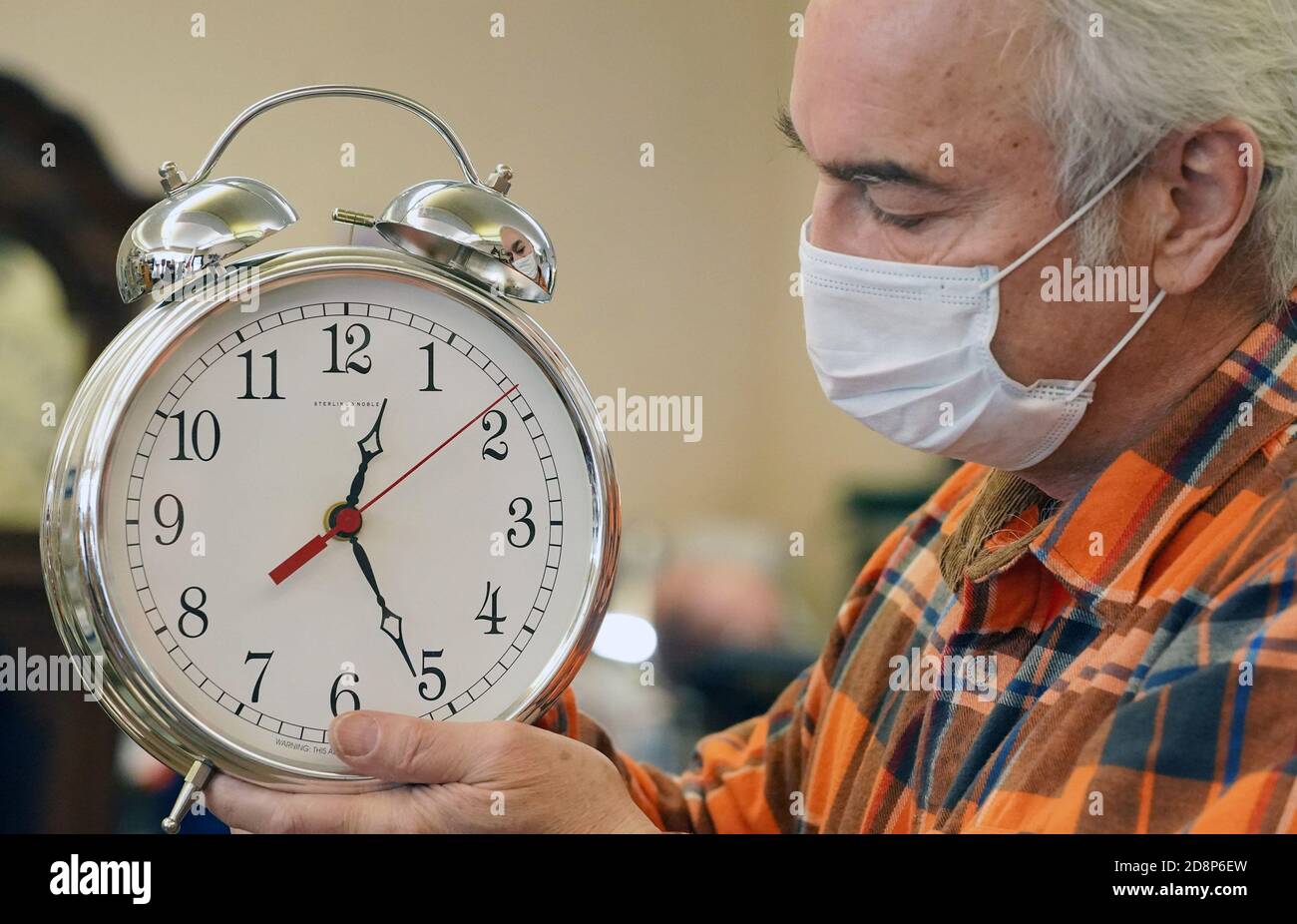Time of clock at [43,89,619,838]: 12:25
